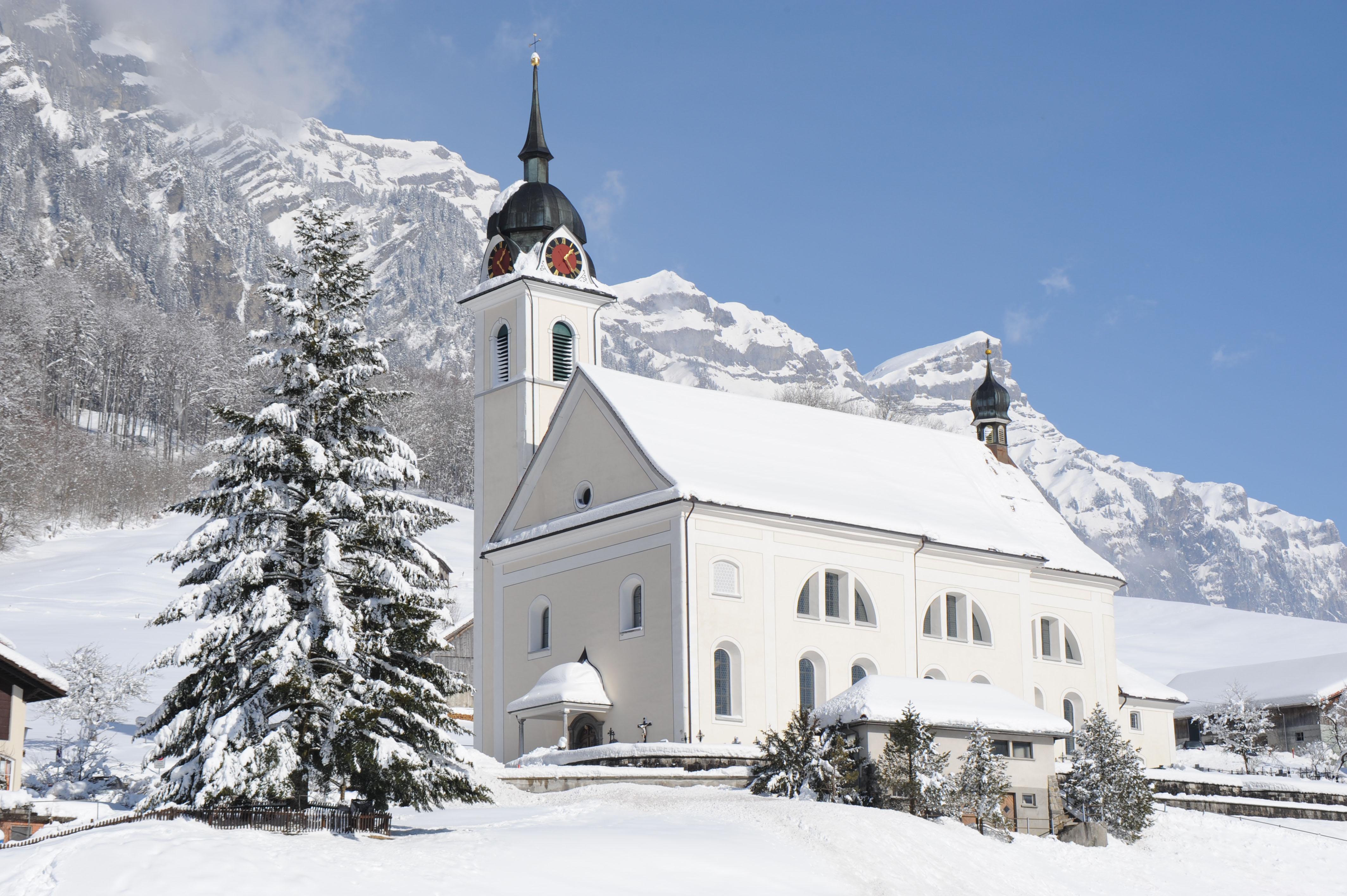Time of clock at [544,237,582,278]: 1:24
